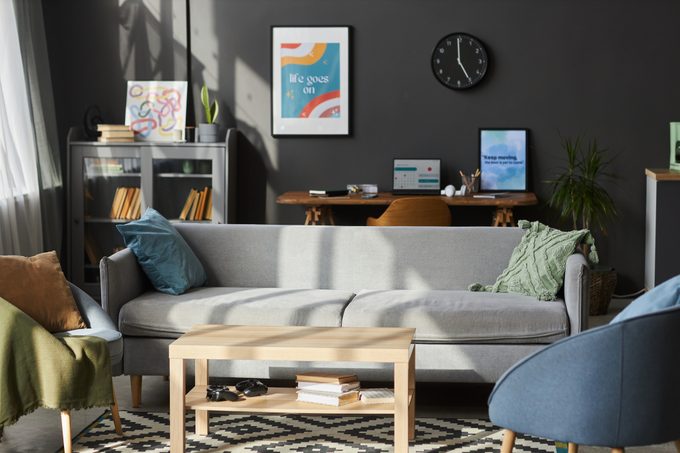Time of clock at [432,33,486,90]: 4:59
